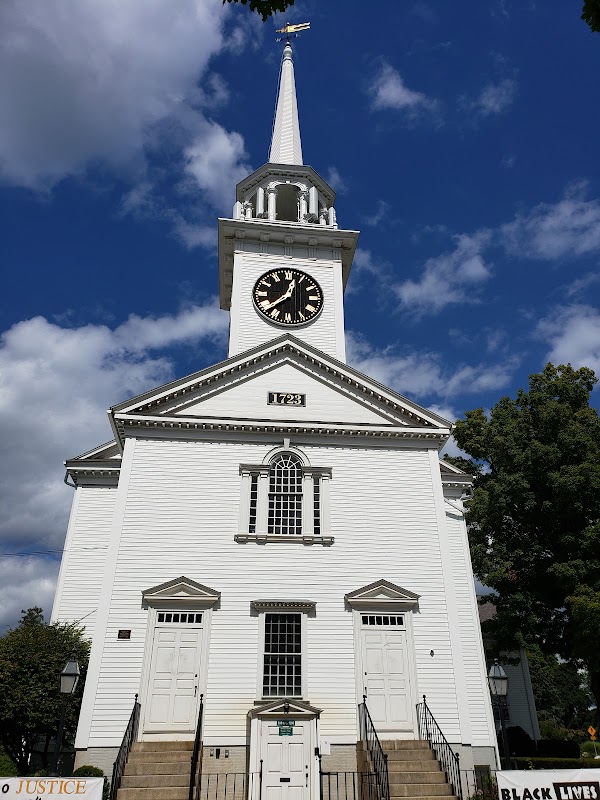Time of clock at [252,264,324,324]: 12:37
